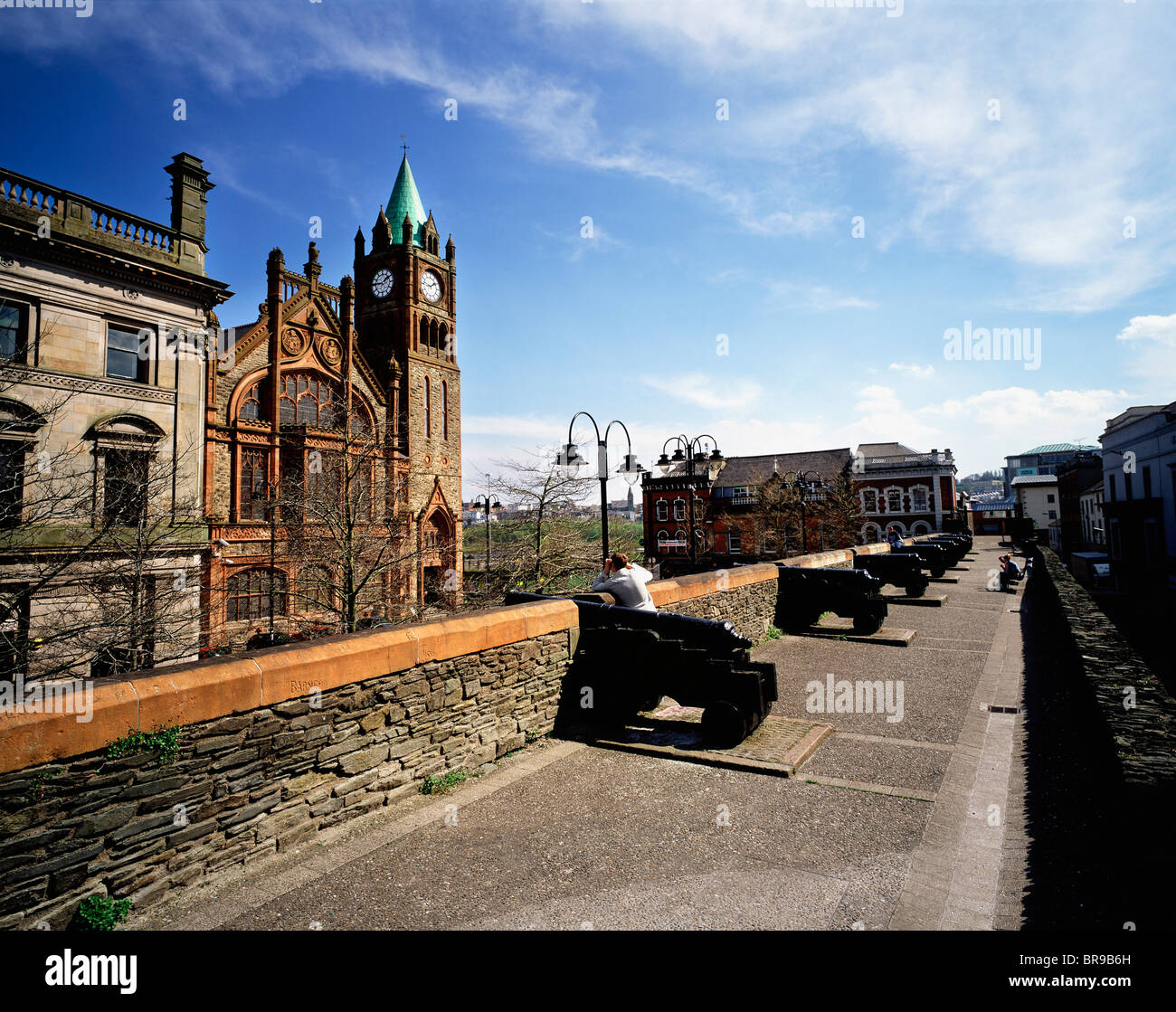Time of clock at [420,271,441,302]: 1:46
